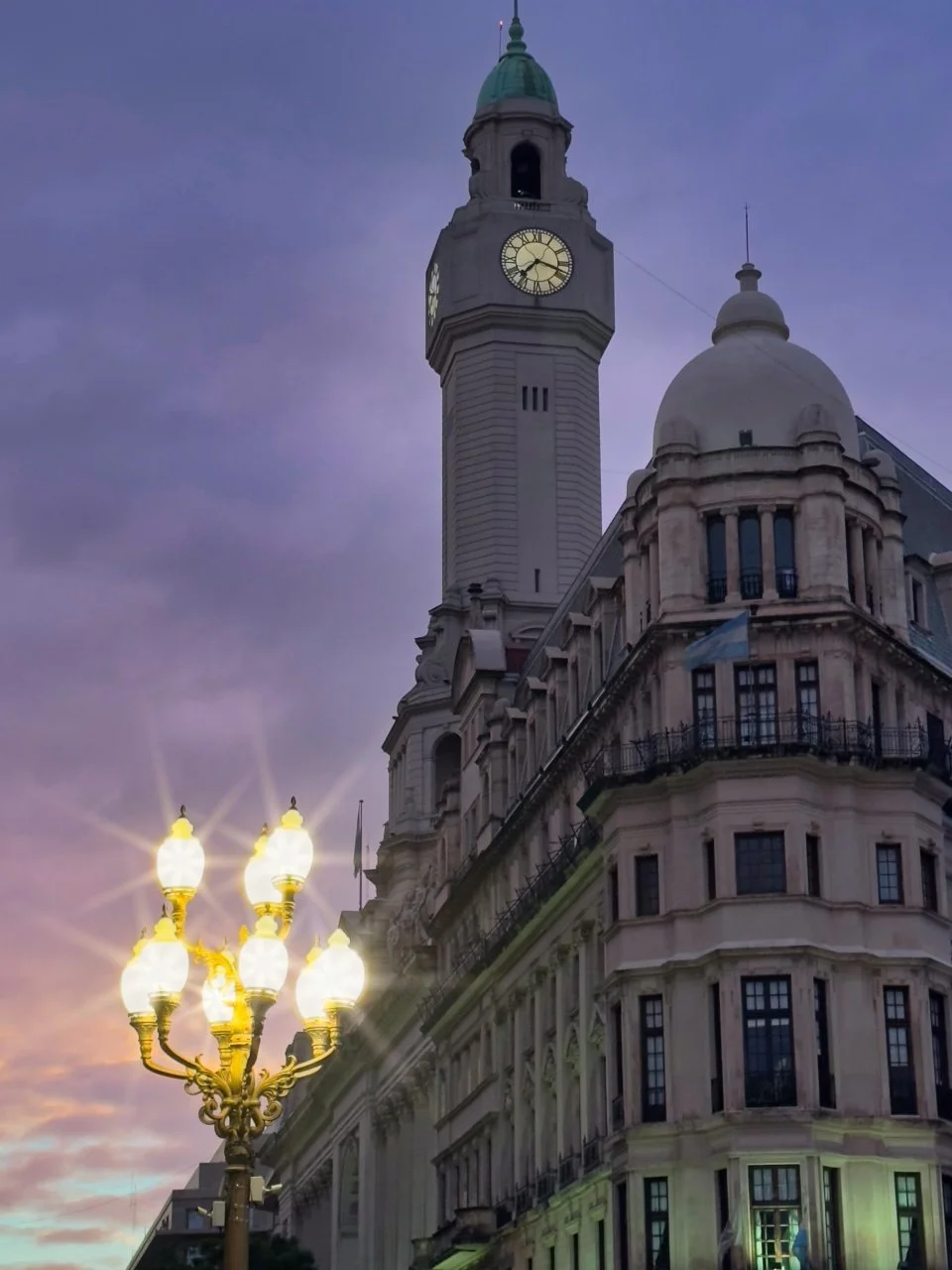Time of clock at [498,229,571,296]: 7:18
